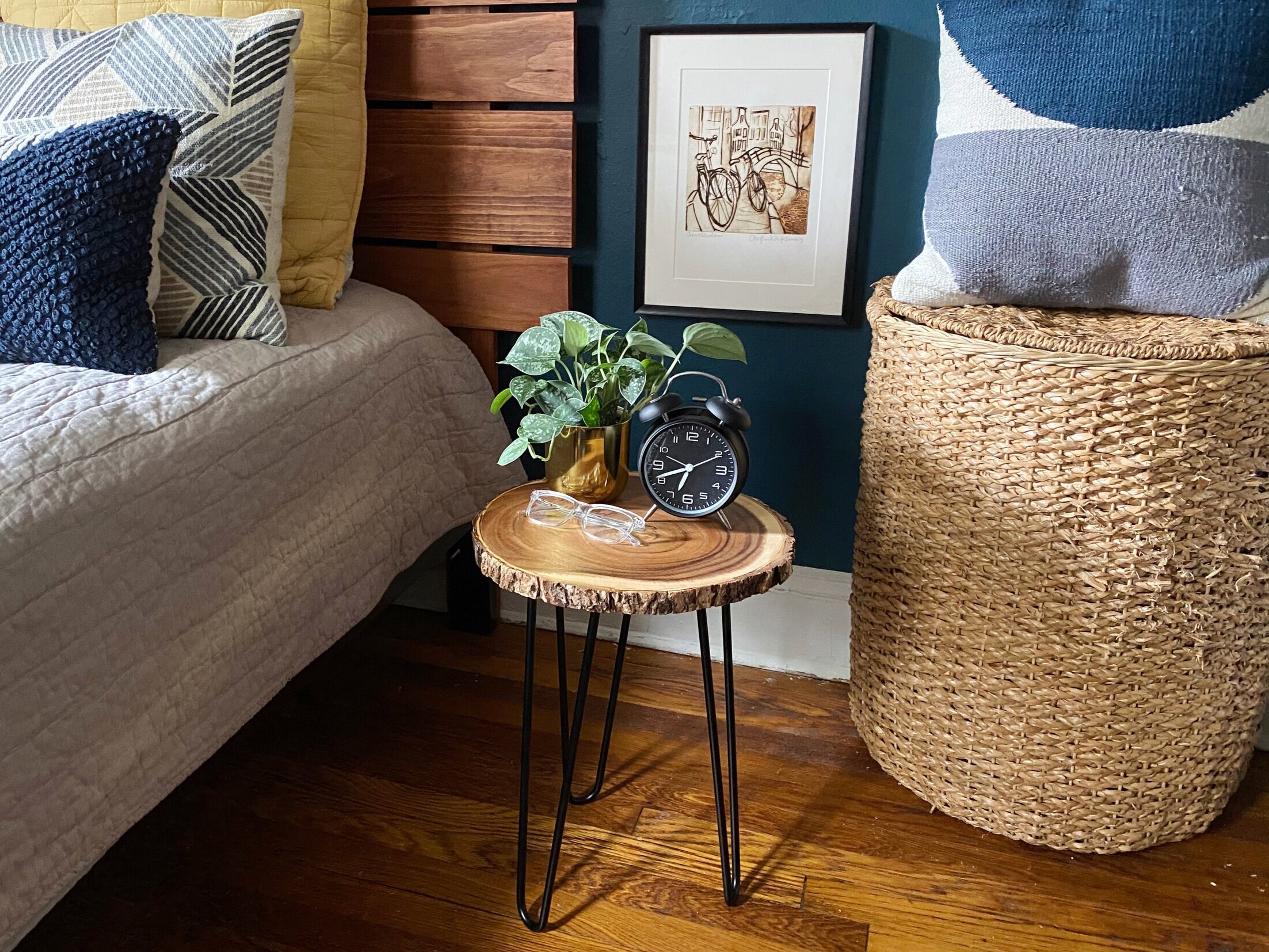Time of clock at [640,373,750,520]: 6:41
